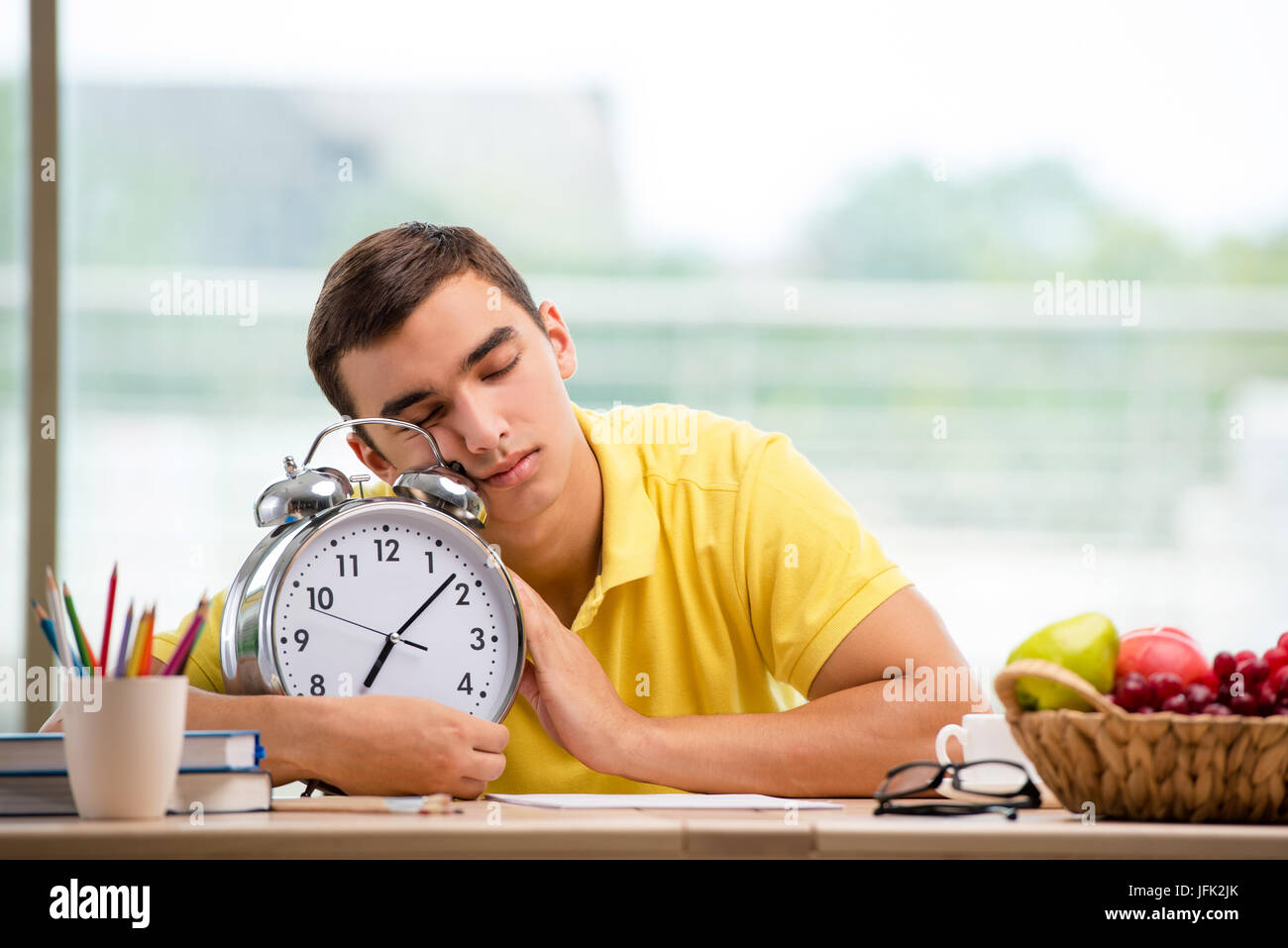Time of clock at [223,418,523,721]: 7:08
